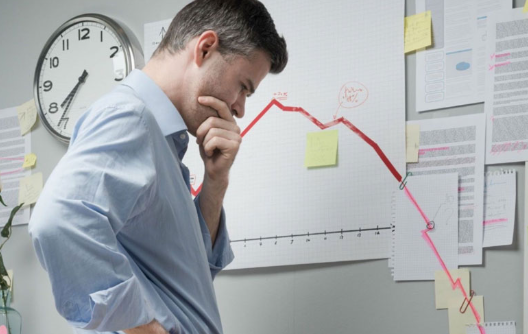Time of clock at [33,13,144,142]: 7:36
